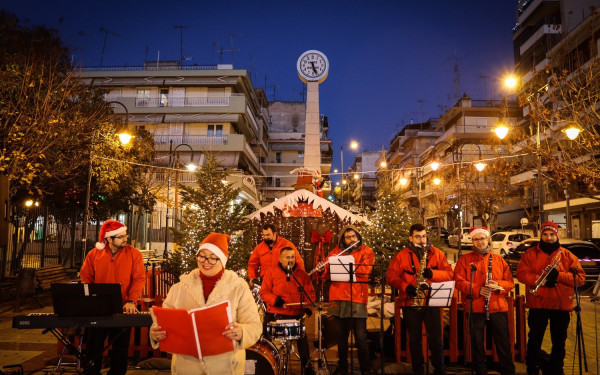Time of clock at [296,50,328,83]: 5:26
